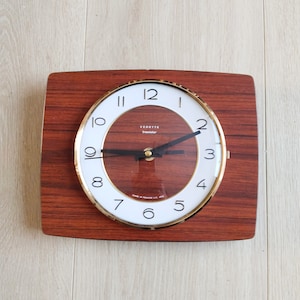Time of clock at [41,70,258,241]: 9:10
